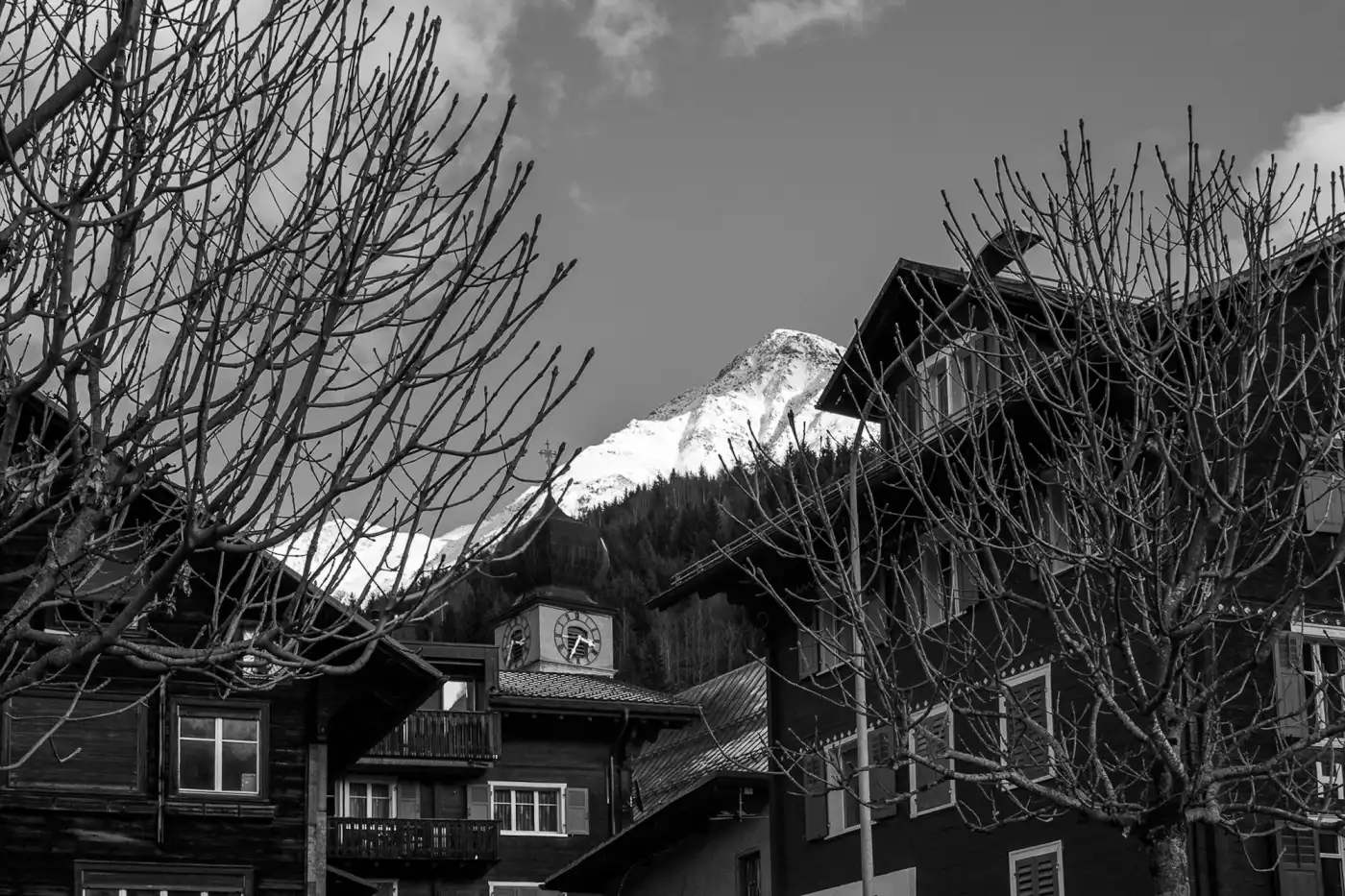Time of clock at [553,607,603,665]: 3:34
